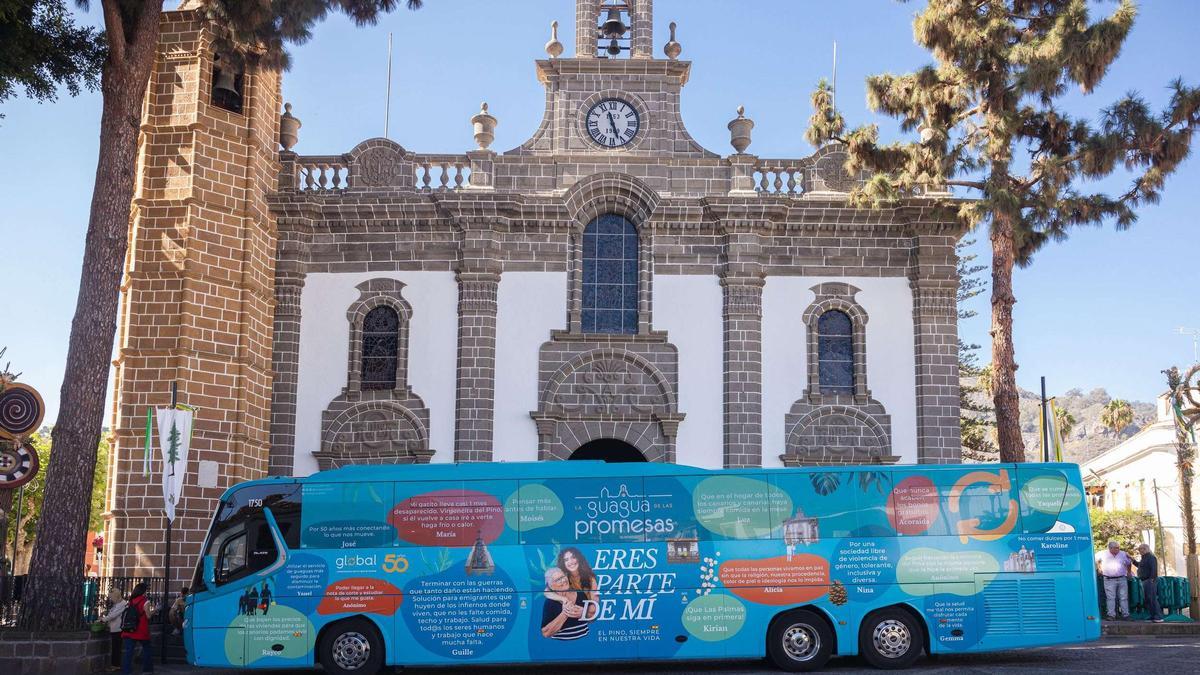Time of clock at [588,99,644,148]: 11:26
